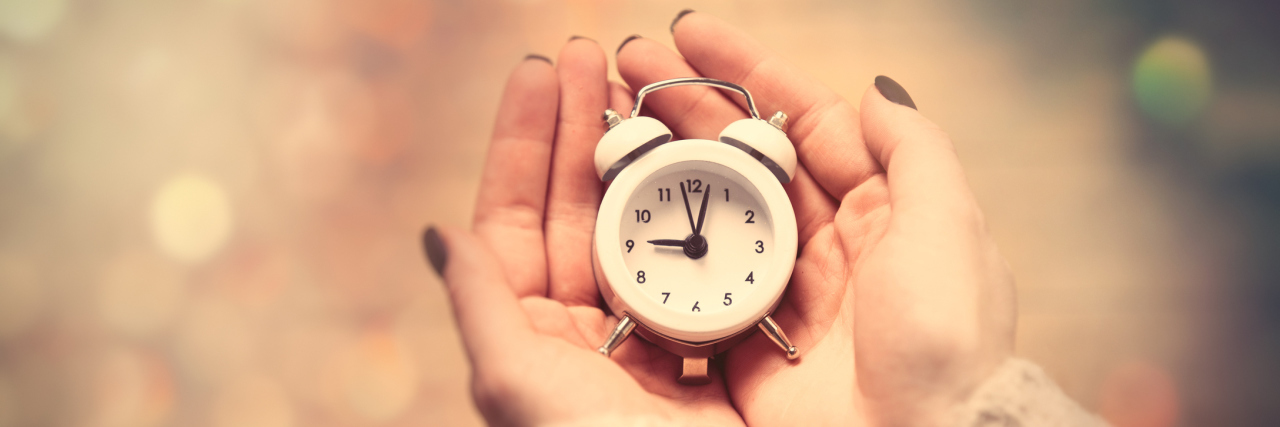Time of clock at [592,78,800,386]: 9:02
